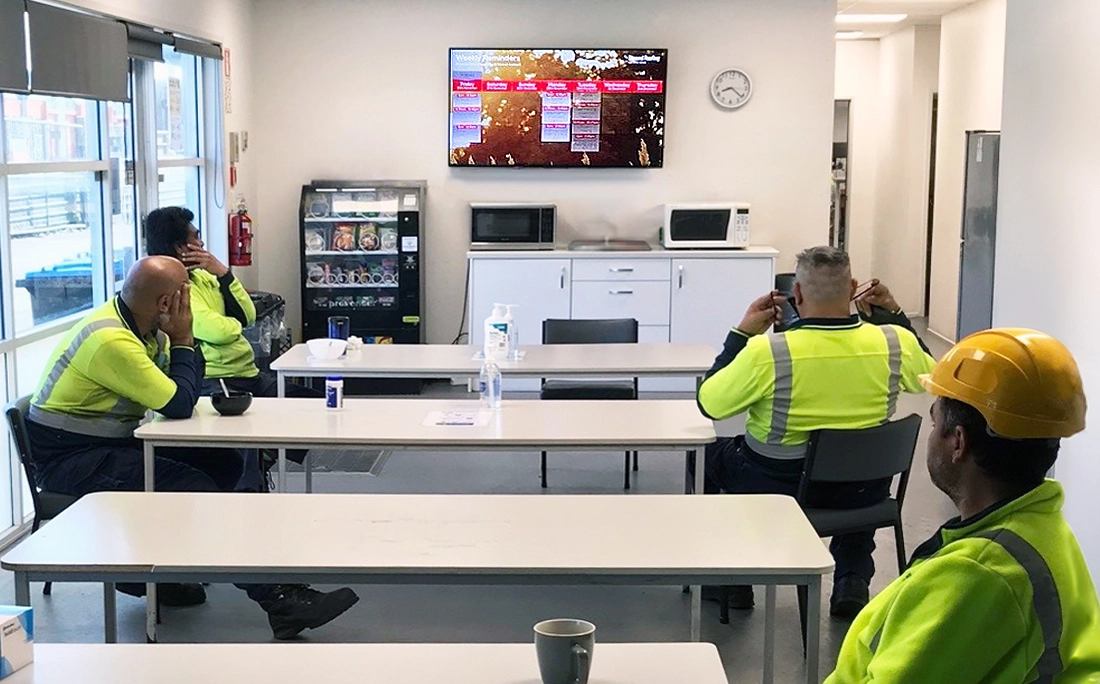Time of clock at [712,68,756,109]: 8:21
